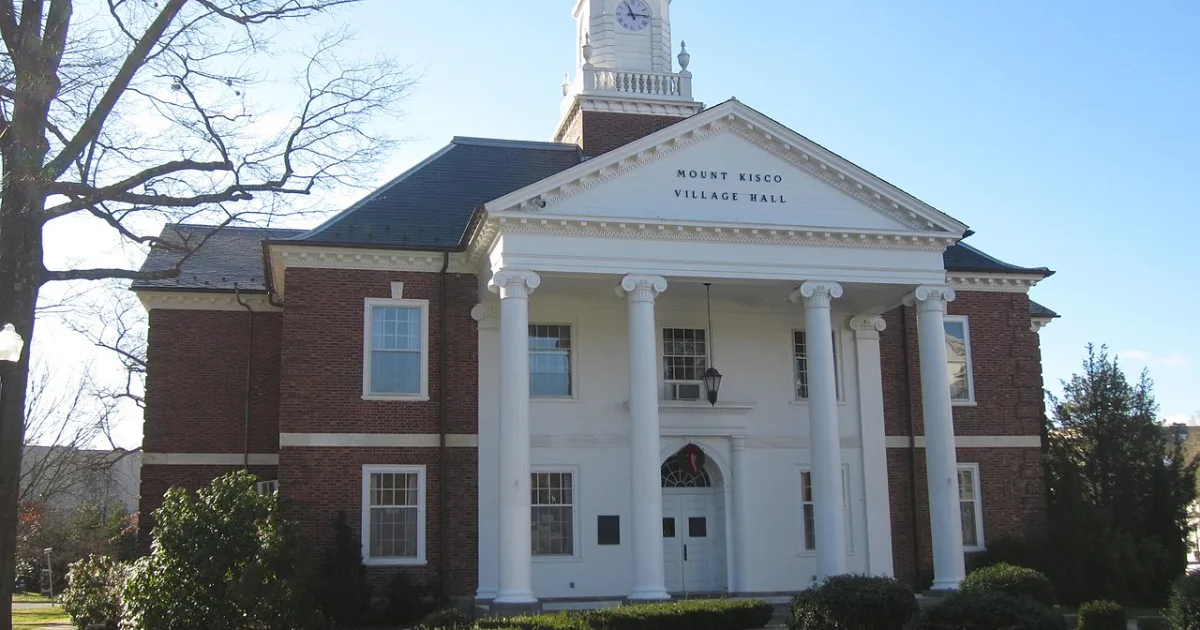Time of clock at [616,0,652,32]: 11:14
